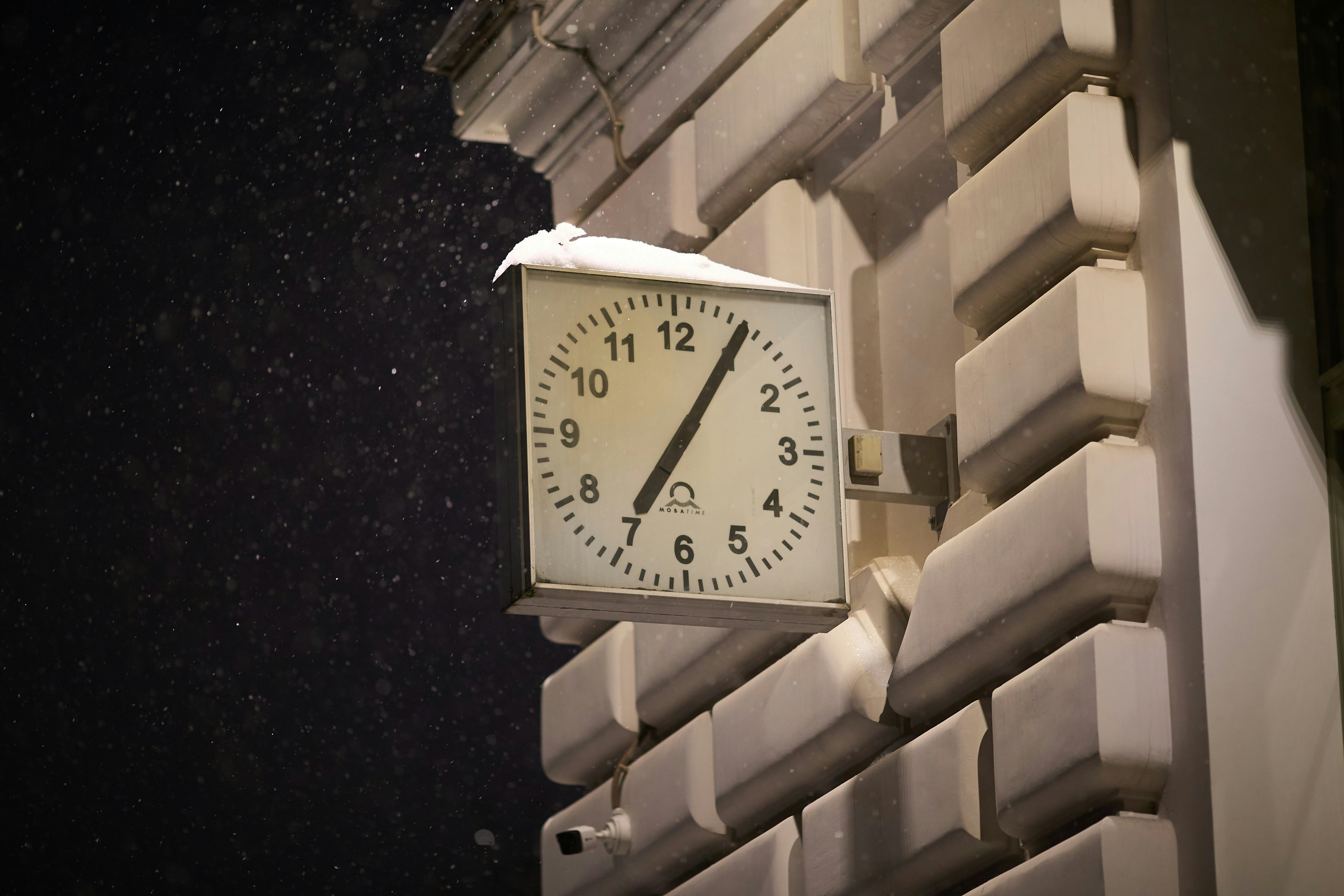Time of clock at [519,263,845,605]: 7:05
